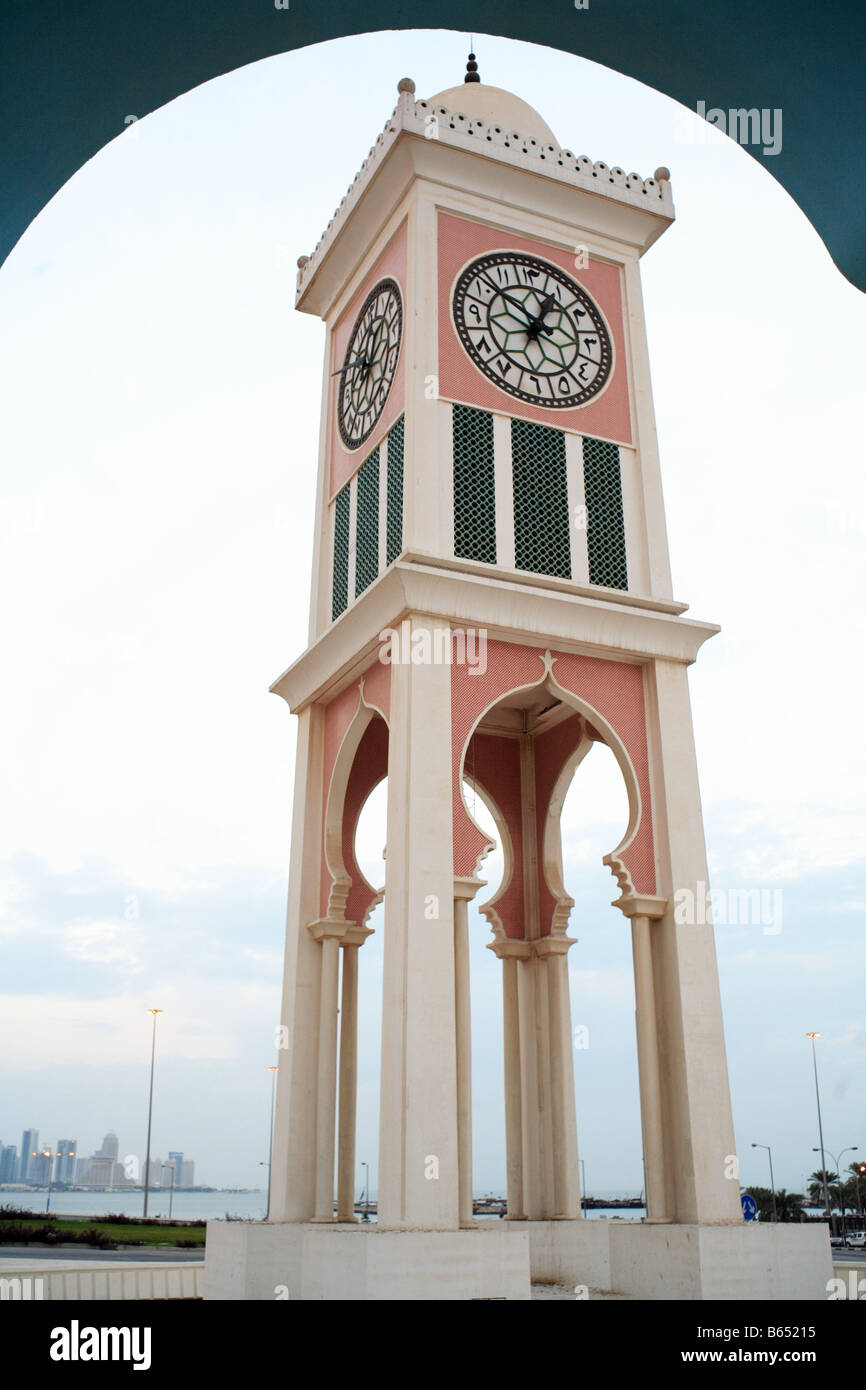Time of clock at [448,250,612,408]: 12:51
